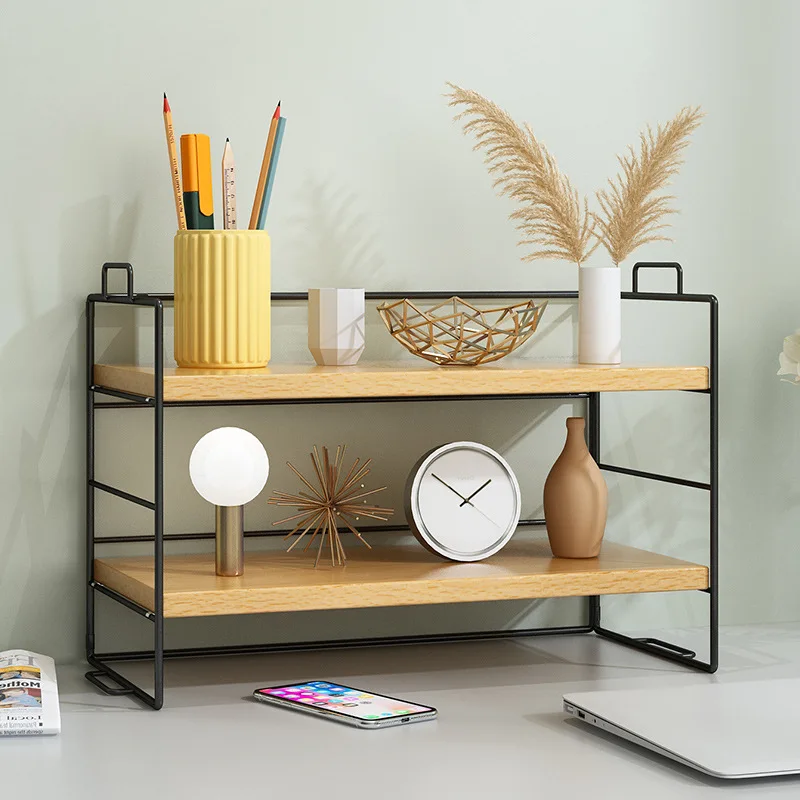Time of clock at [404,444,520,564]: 1:50
